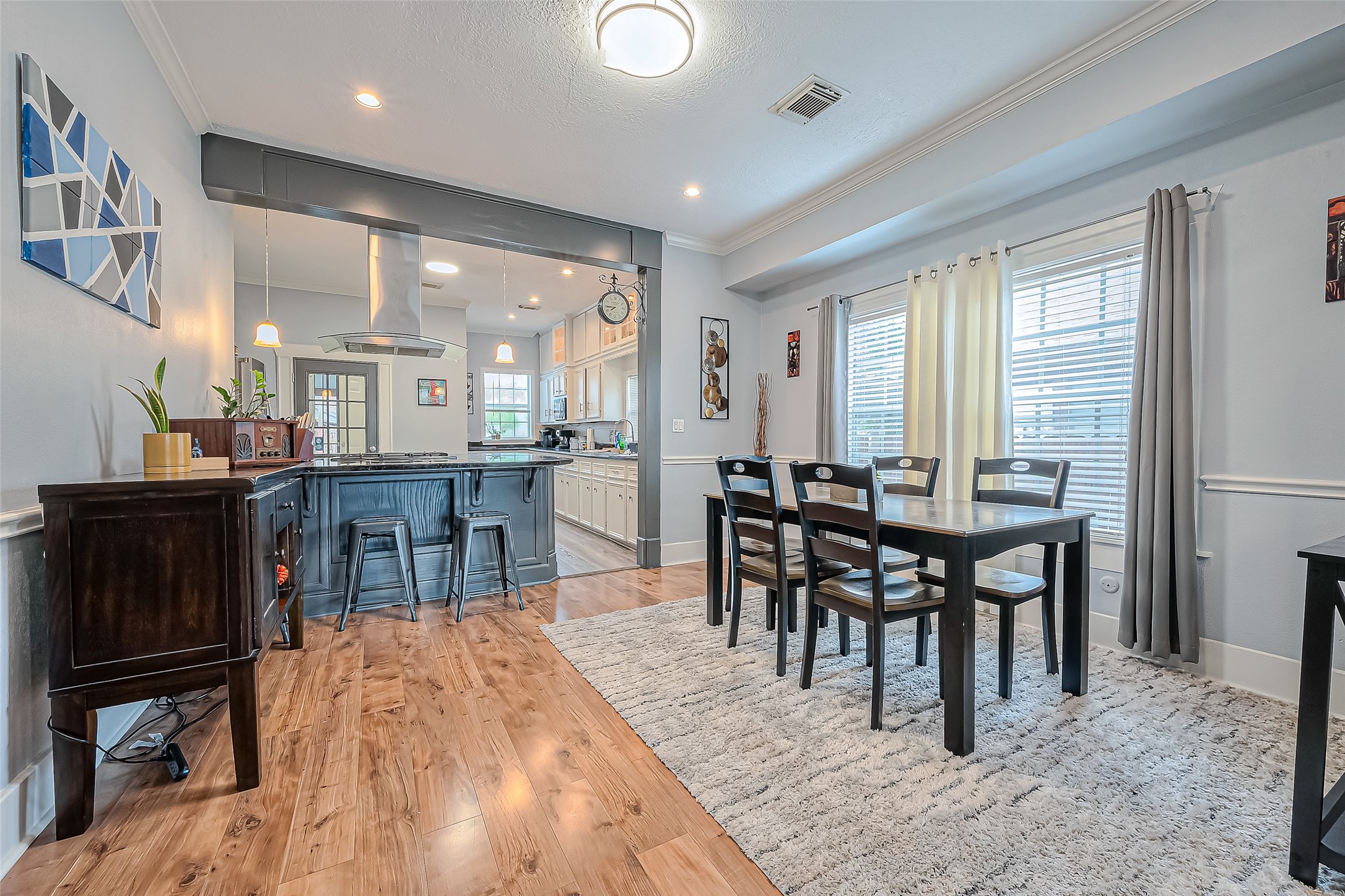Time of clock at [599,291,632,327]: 7:44
